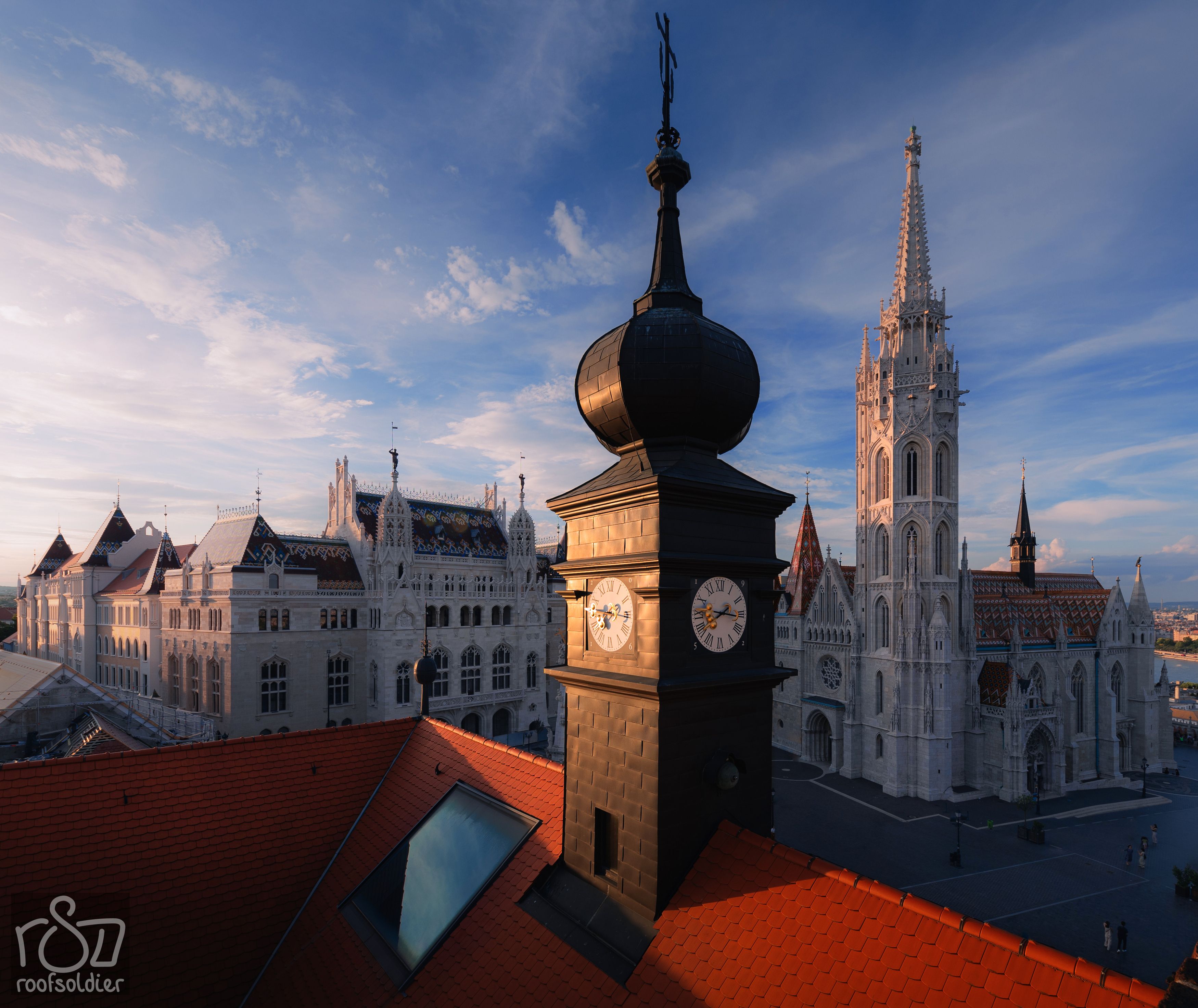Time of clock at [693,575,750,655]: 2:16
